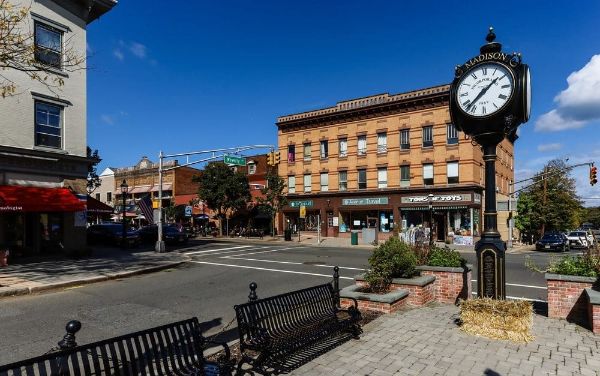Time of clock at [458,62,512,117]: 1:37
